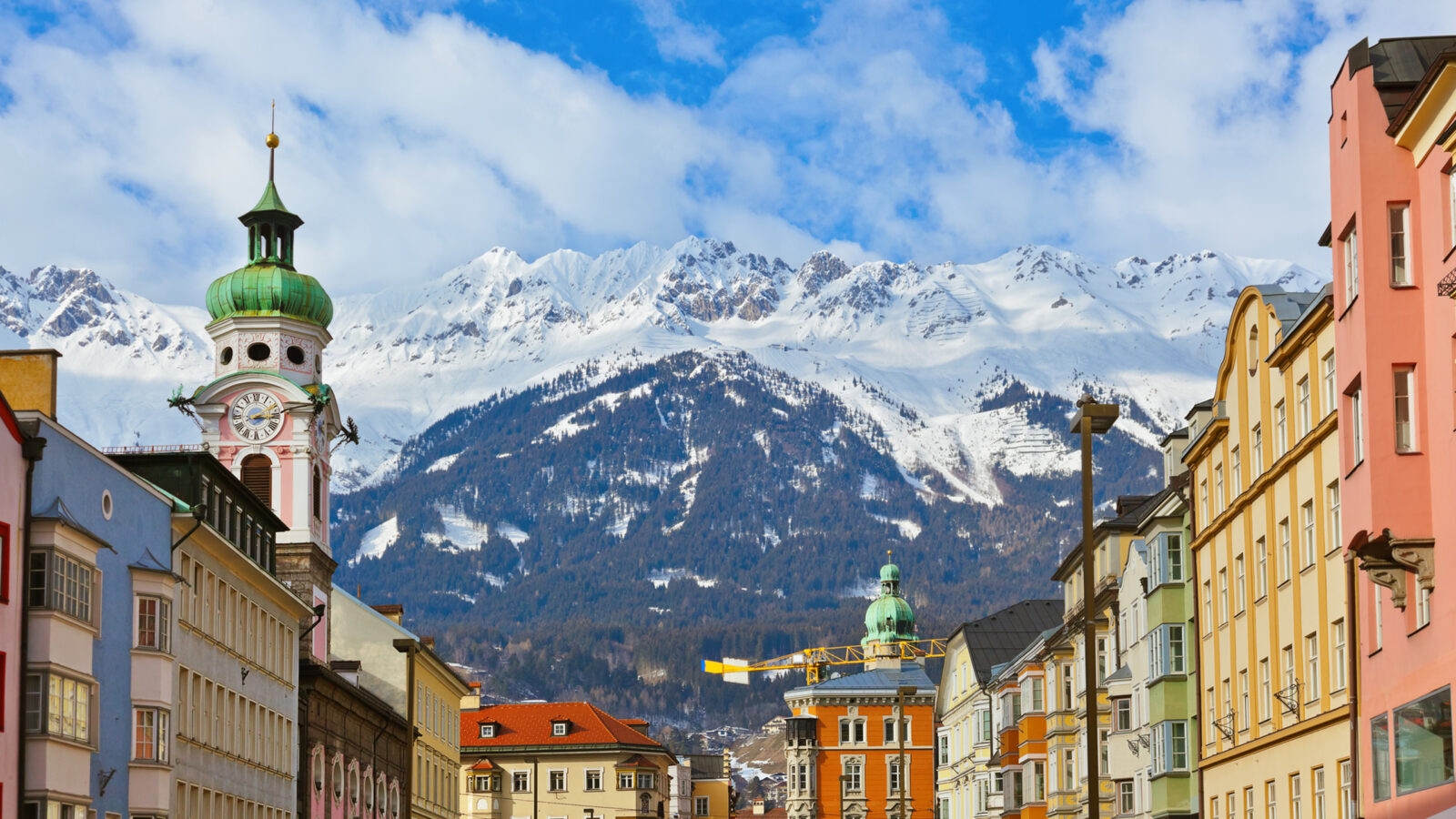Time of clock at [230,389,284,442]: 3:11
